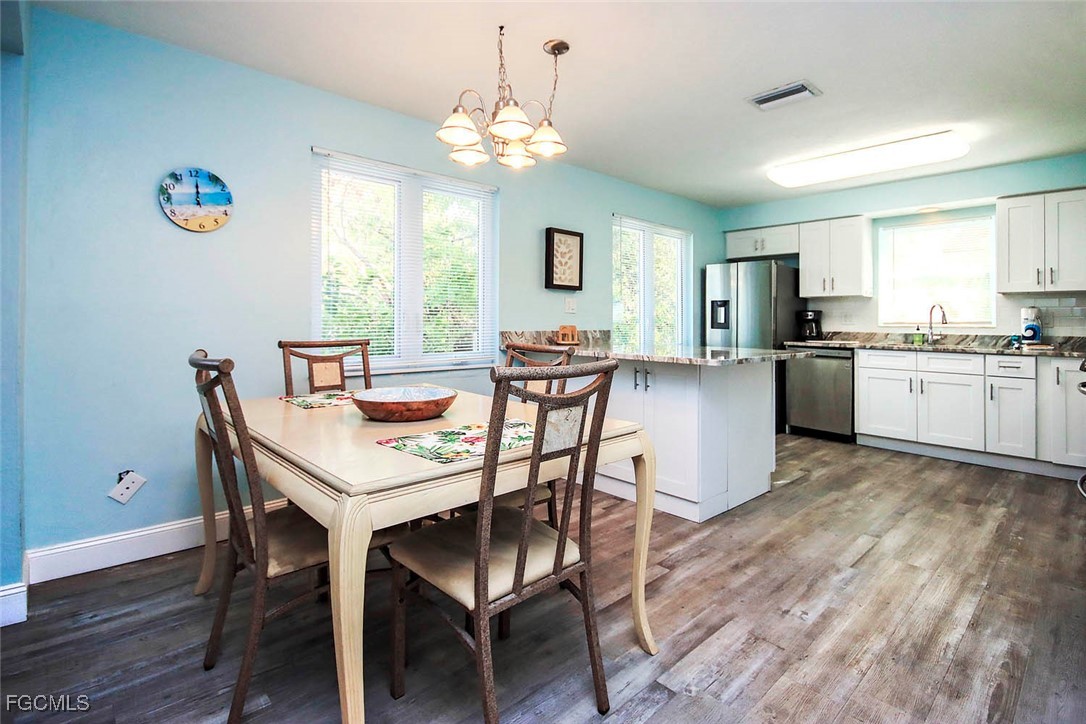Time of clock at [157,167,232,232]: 12:00
